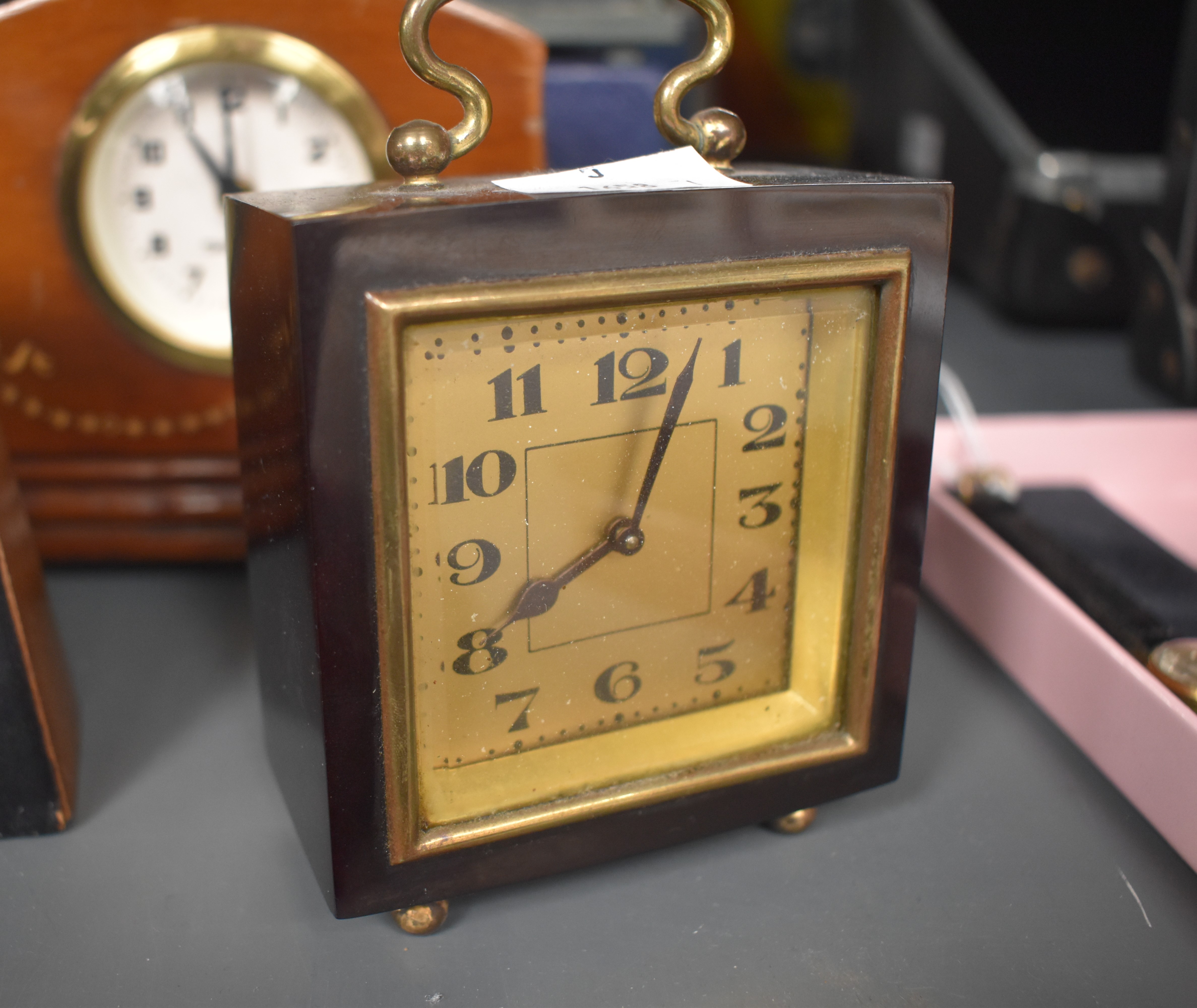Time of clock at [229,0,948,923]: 8:03
